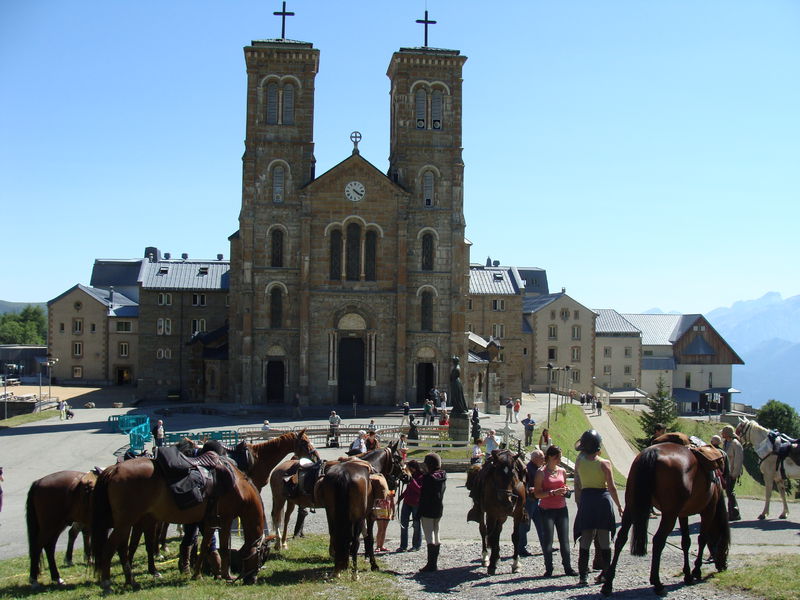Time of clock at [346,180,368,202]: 4:21
